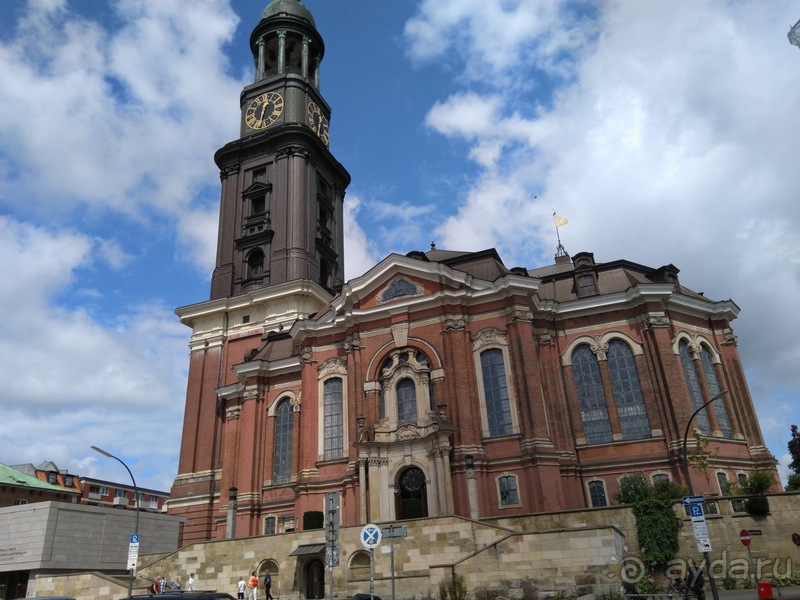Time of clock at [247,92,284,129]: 12:32
